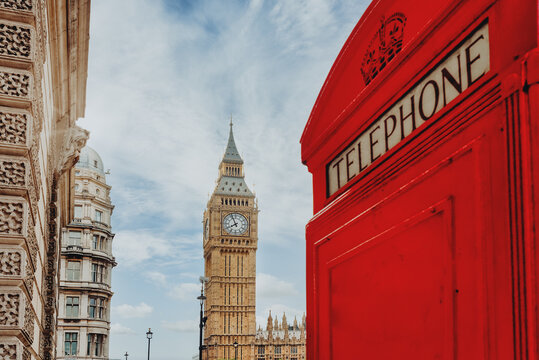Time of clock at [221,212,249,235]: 7:55
